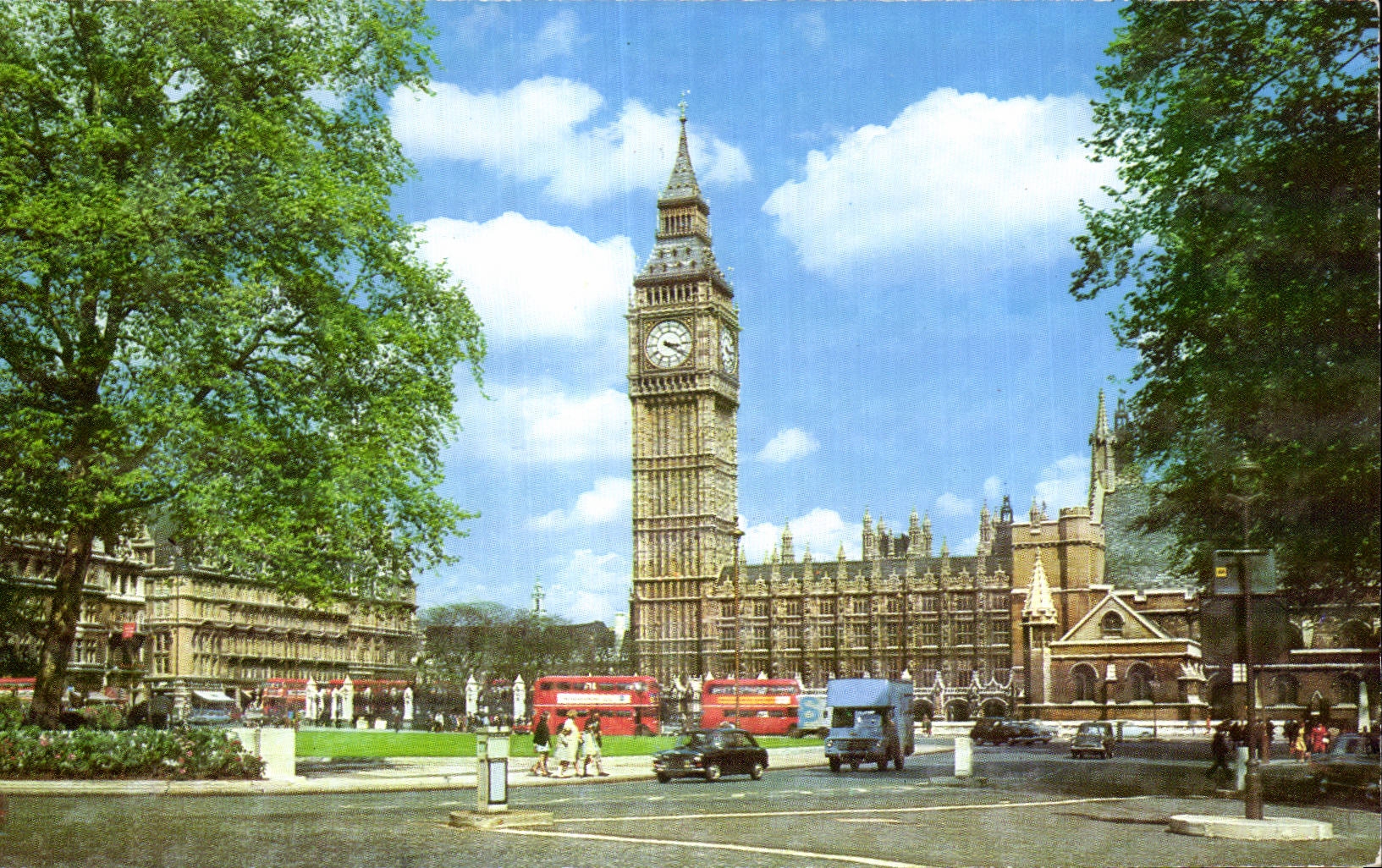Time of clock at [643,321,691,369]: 3:21
